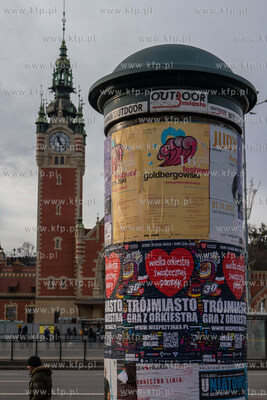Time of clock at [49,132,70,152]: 11:23
